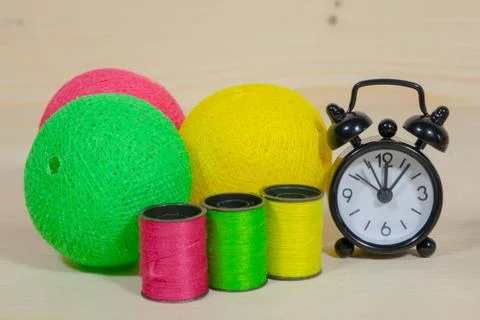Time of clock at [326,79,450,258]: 12:06
